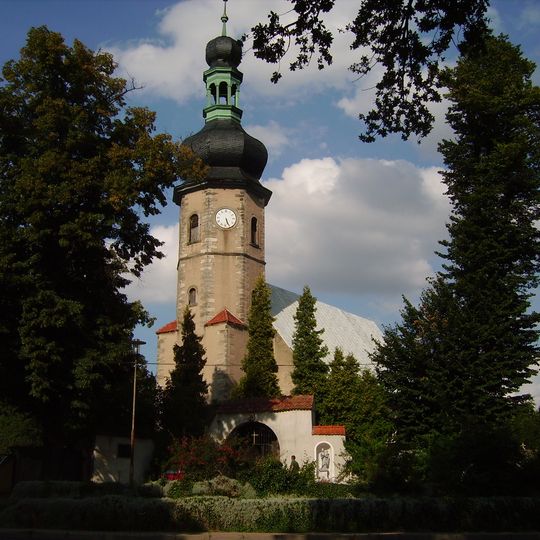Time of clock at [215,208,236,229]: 5:26
